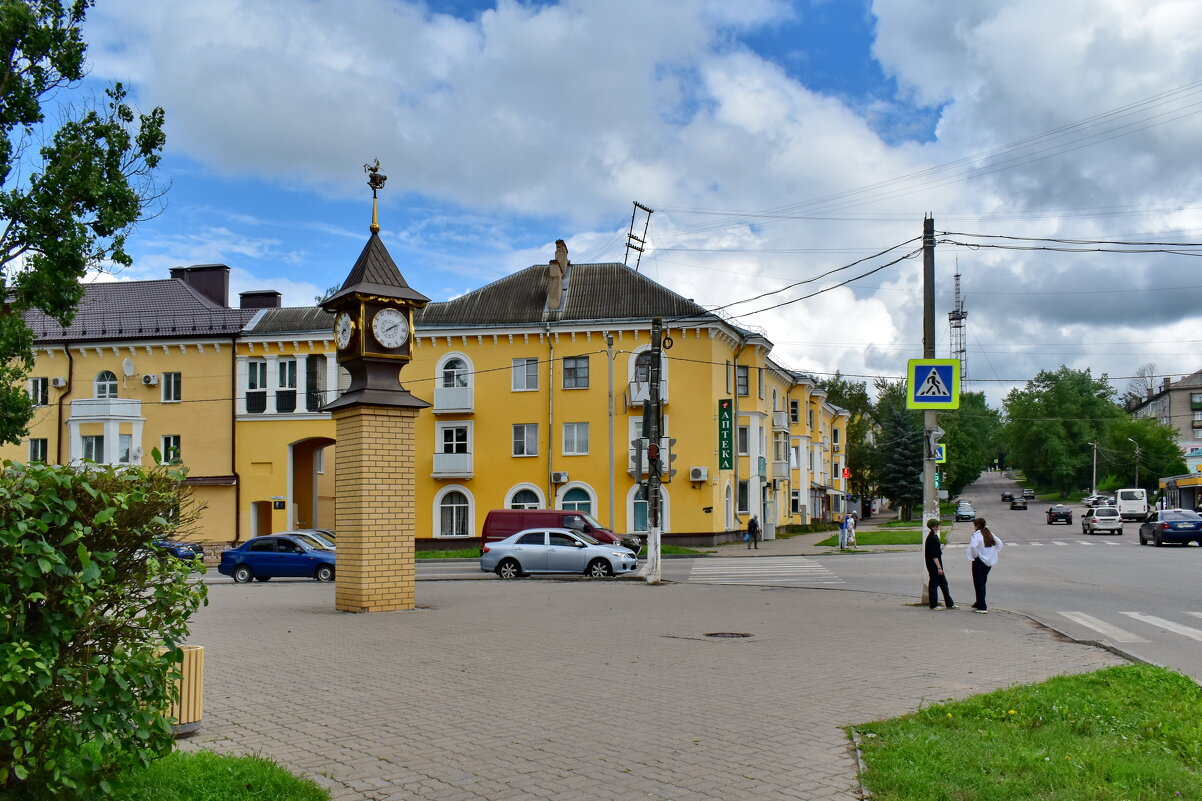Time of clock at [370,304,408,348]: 2:09
